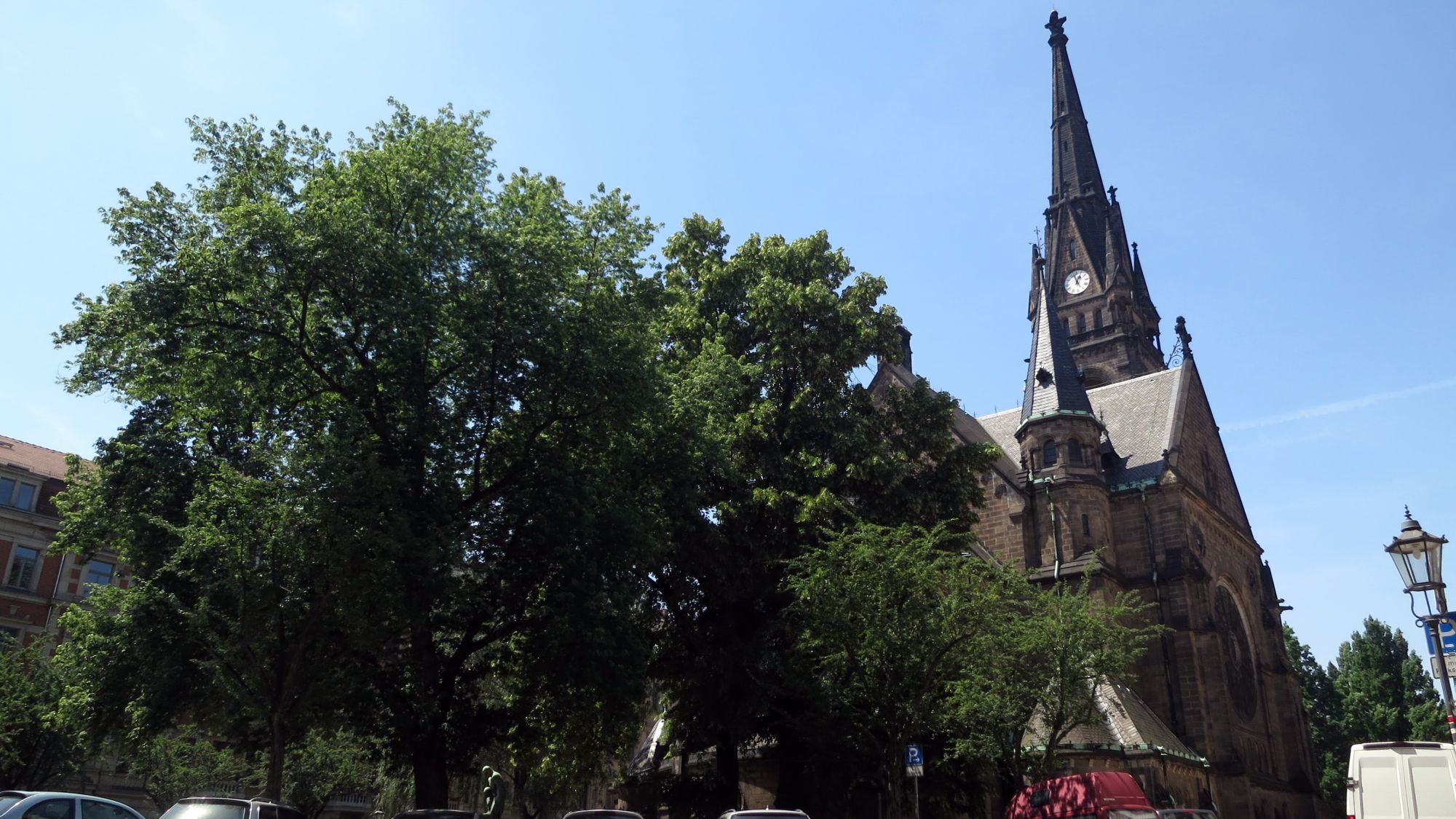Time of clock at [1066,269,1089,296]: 12:57
